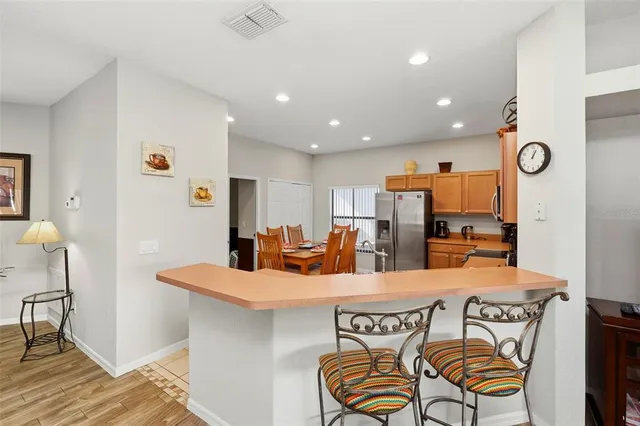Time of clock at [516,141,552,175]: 1:02
